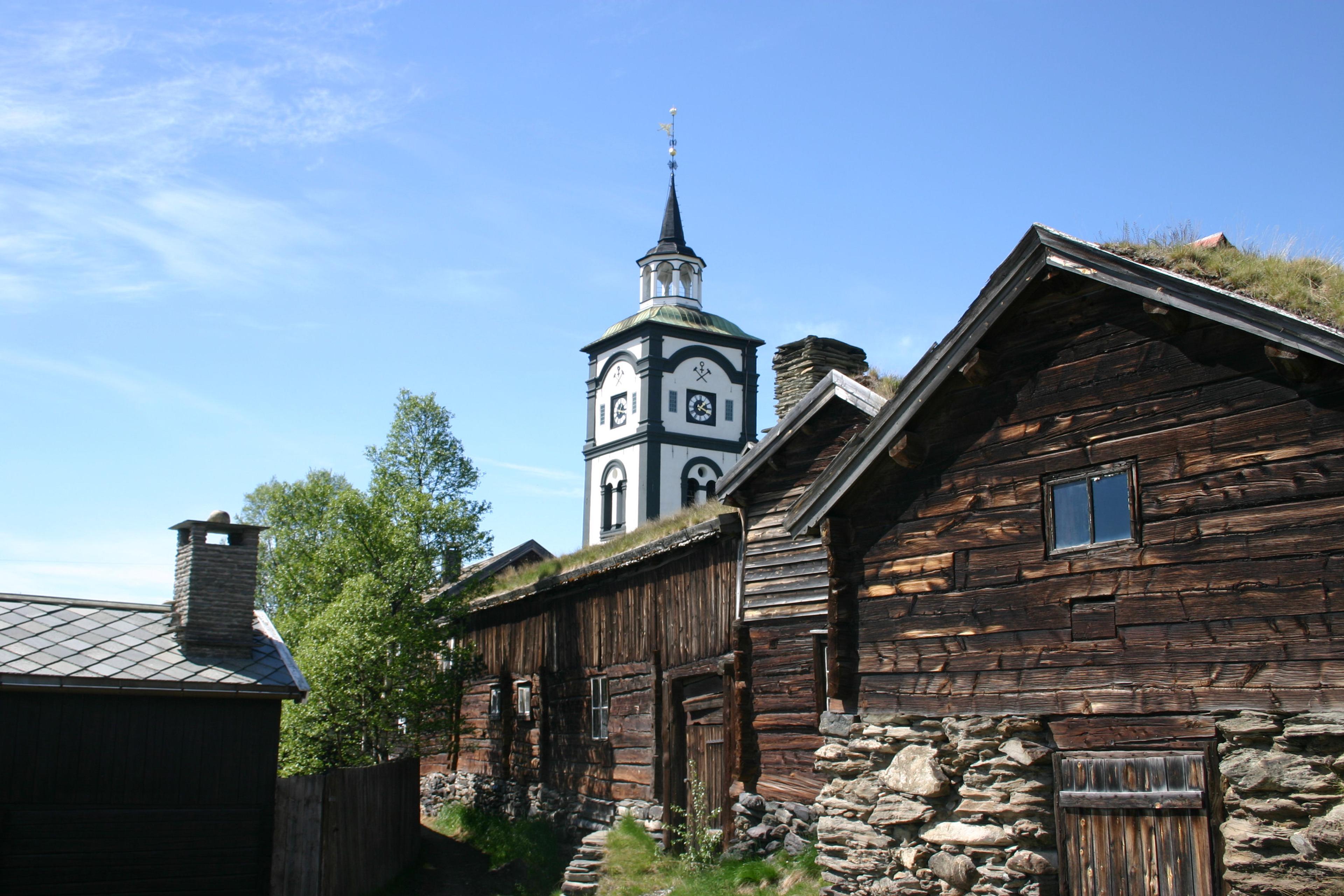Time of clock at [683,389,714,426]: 1:18
